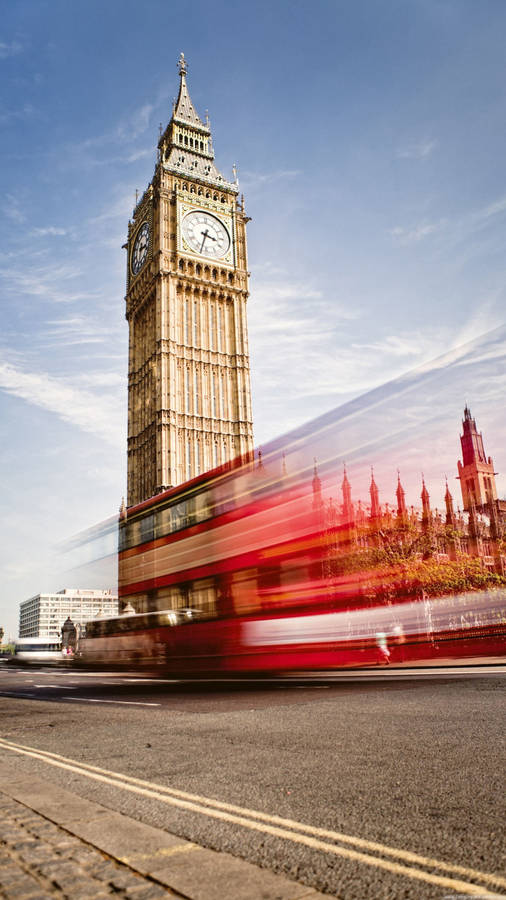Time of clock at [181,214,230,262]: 3:32
